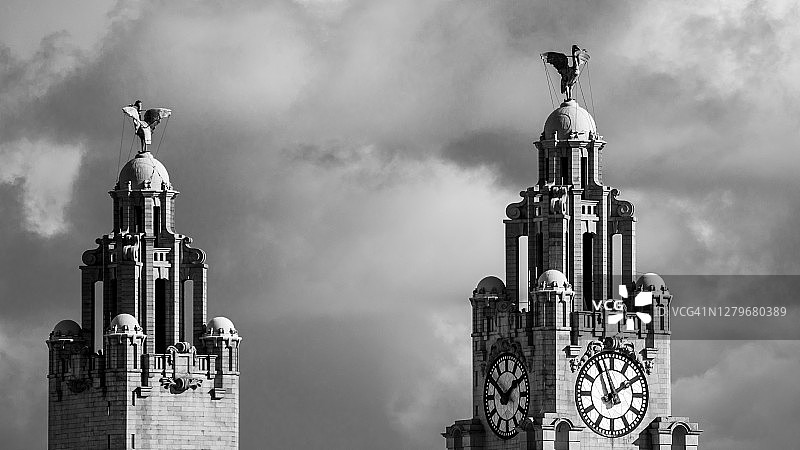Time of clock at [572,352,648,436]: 1:56
